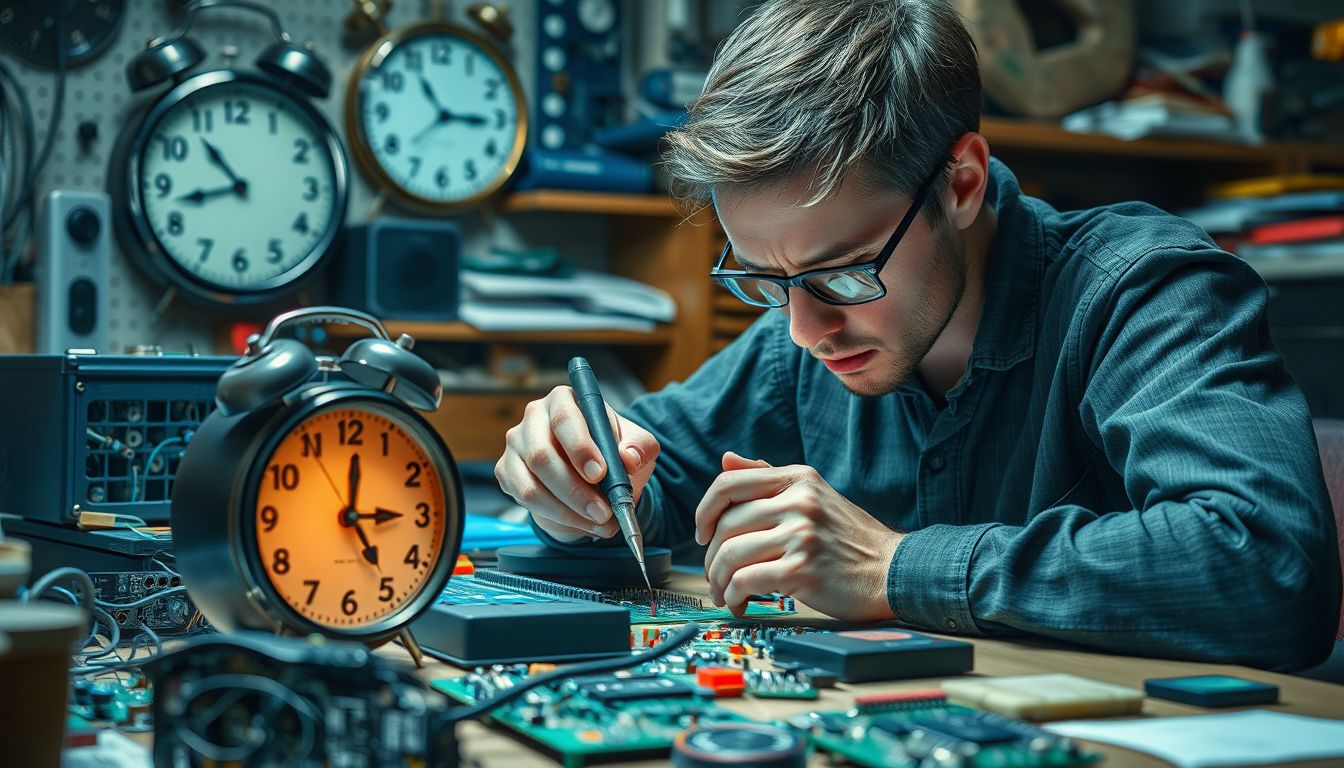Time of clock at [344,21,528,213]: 2:54
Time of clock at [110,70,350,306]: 10:42
